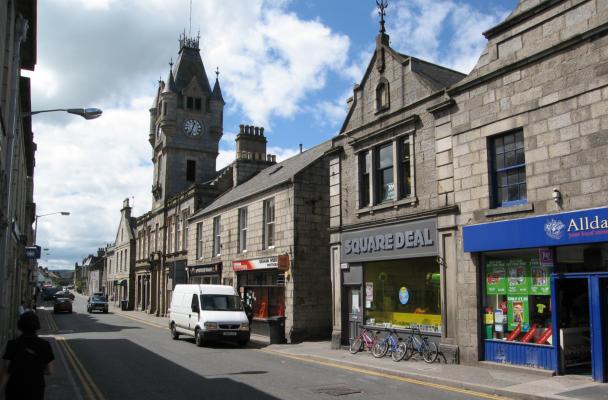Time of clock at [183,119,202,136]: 12:33
